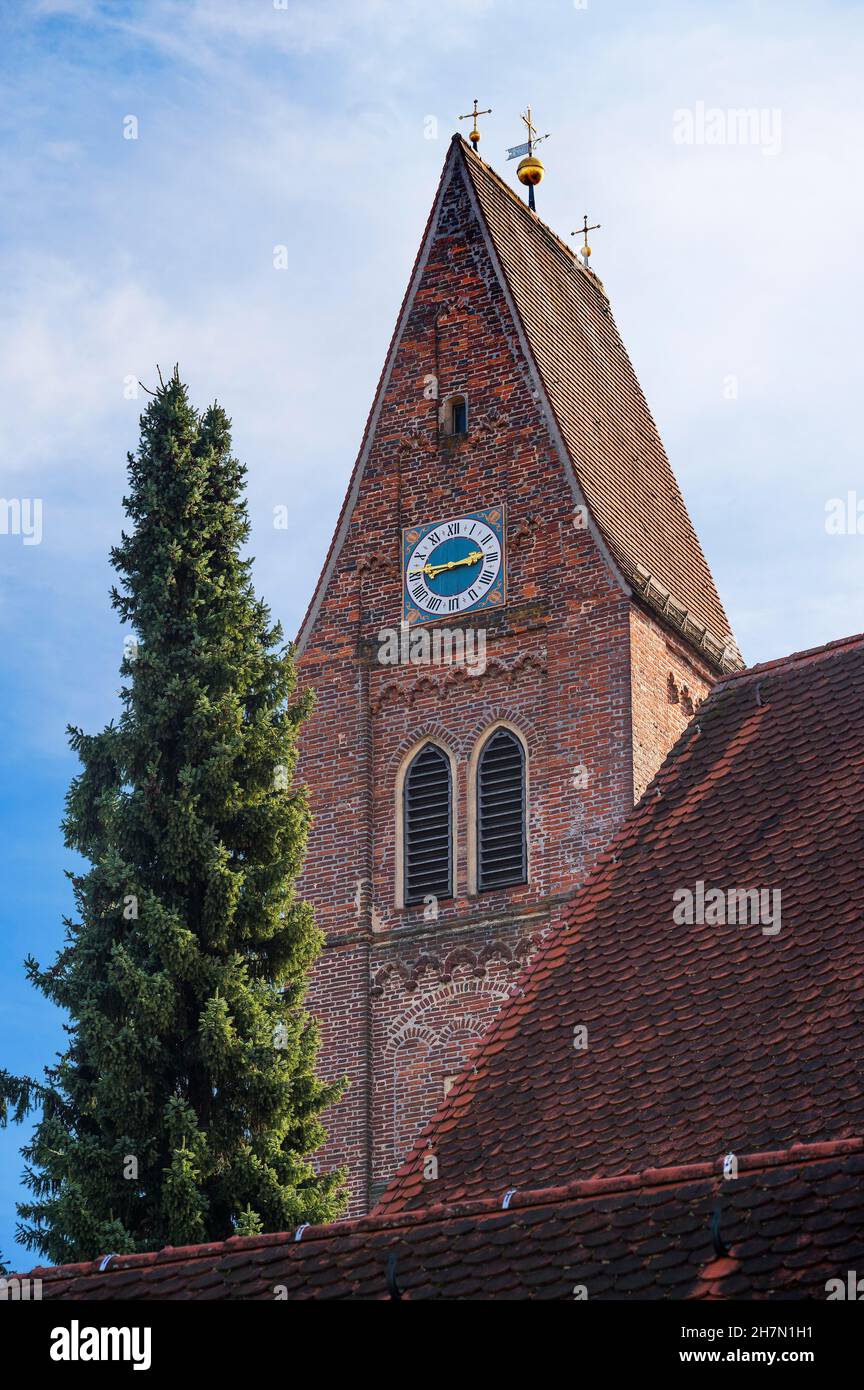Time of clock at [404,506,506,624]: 2:45
